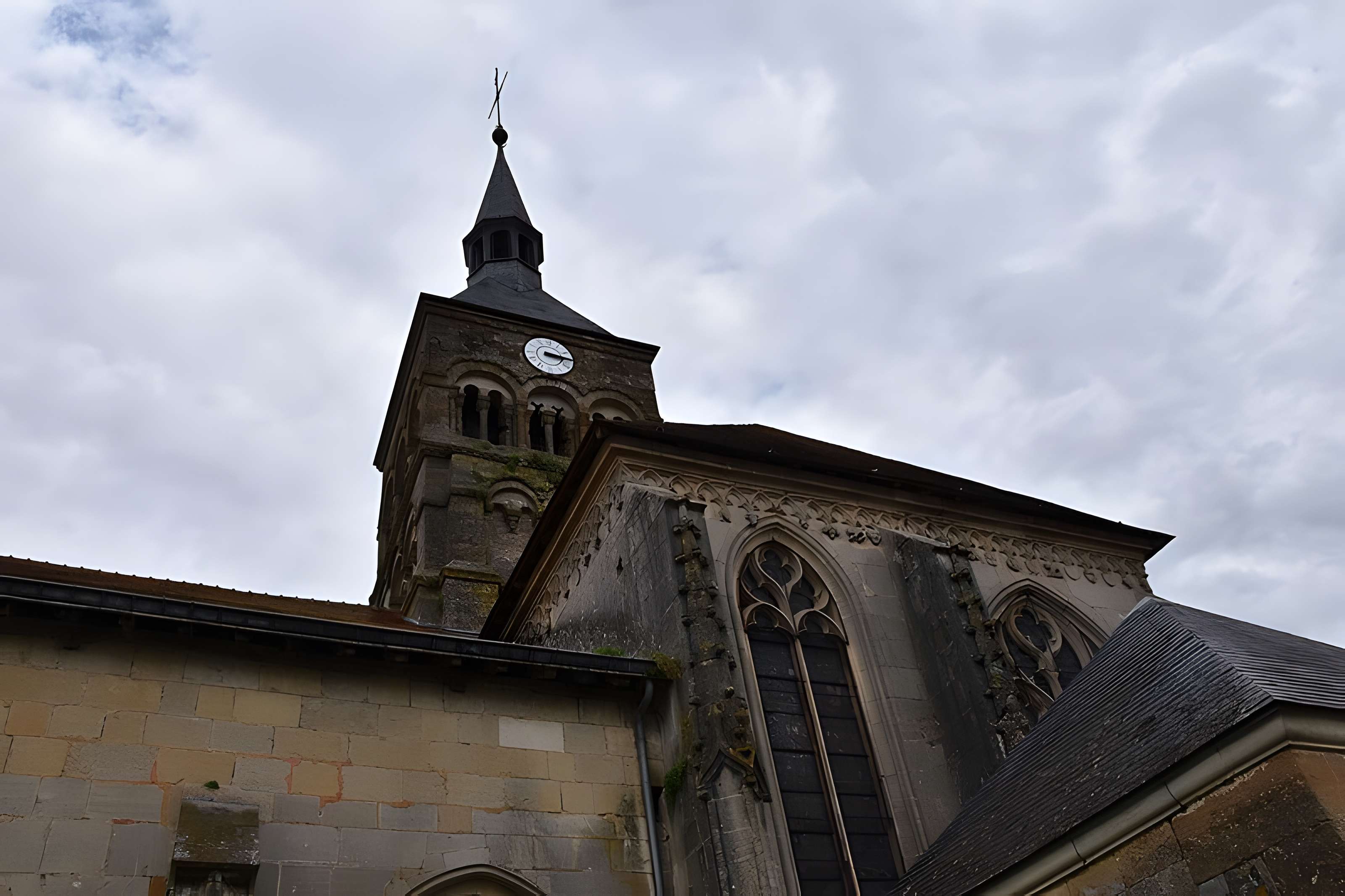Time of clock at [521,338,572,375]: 3:14
